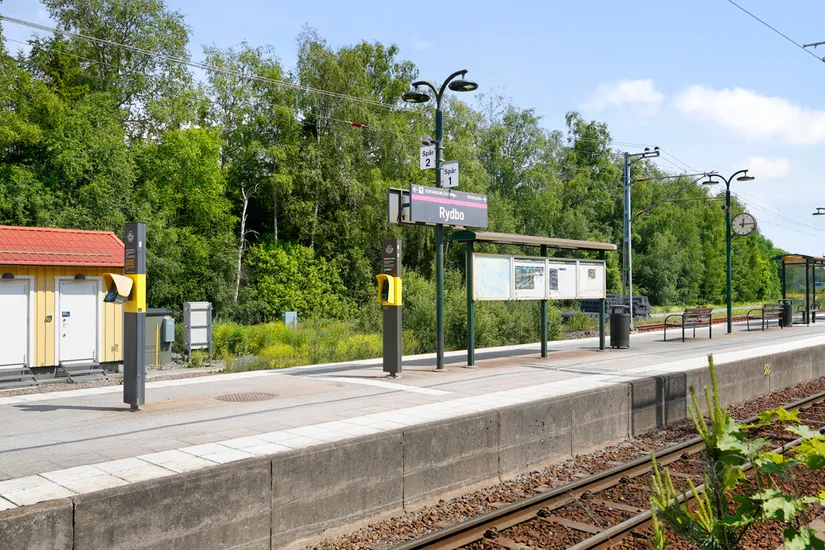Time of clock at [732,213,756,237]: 12:14
